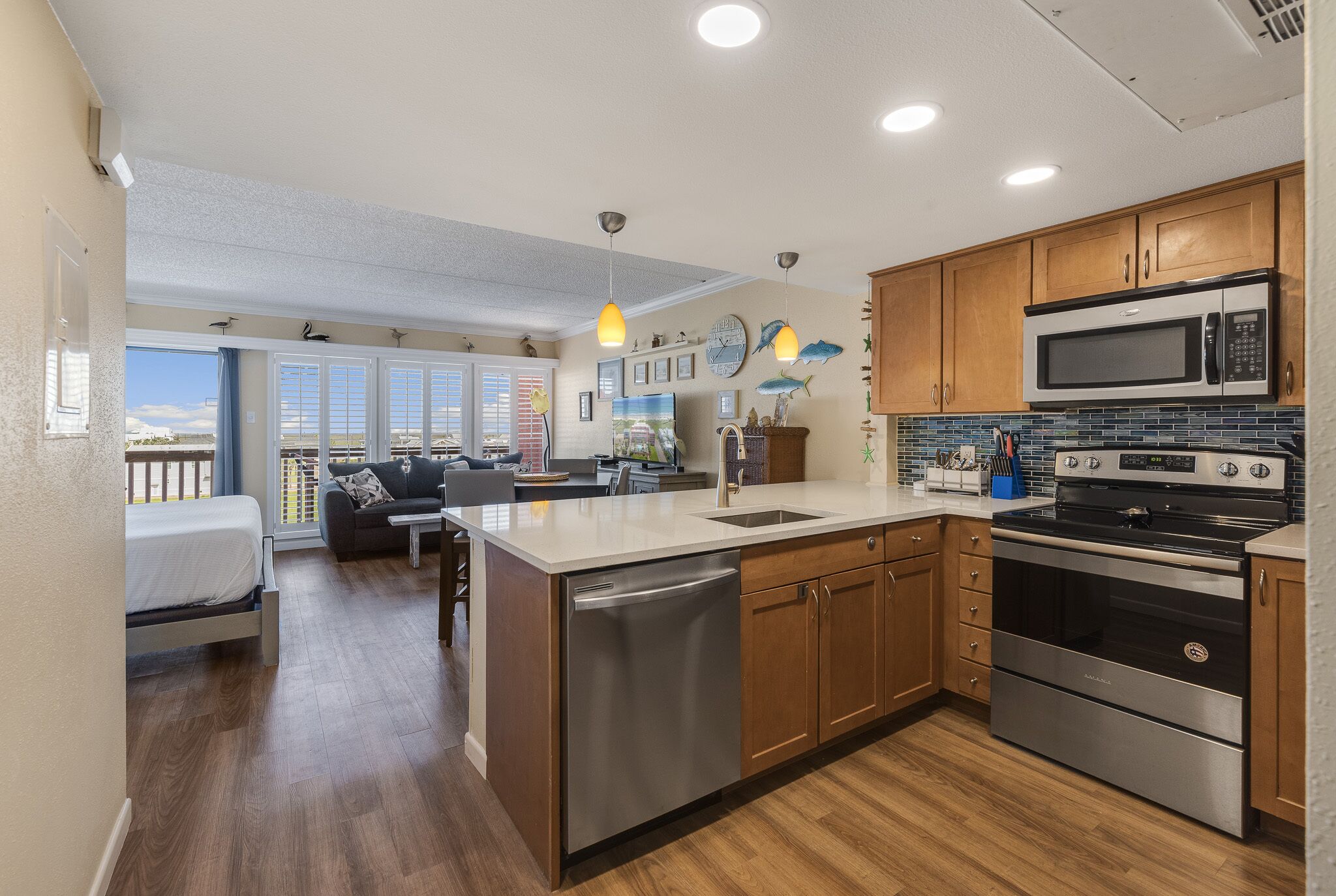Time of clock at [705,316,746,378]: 10:39
